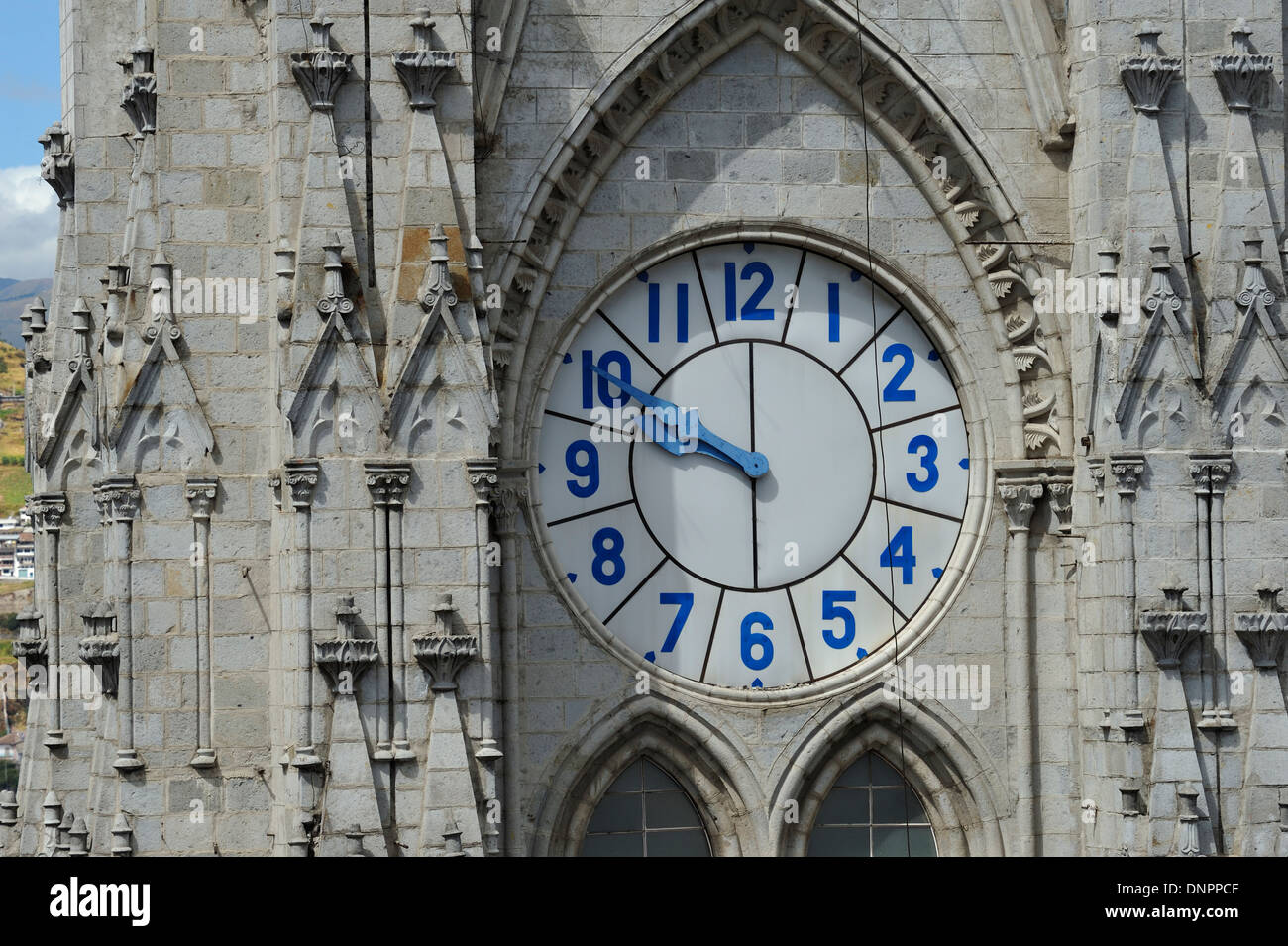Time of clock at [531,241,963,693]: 9:47
